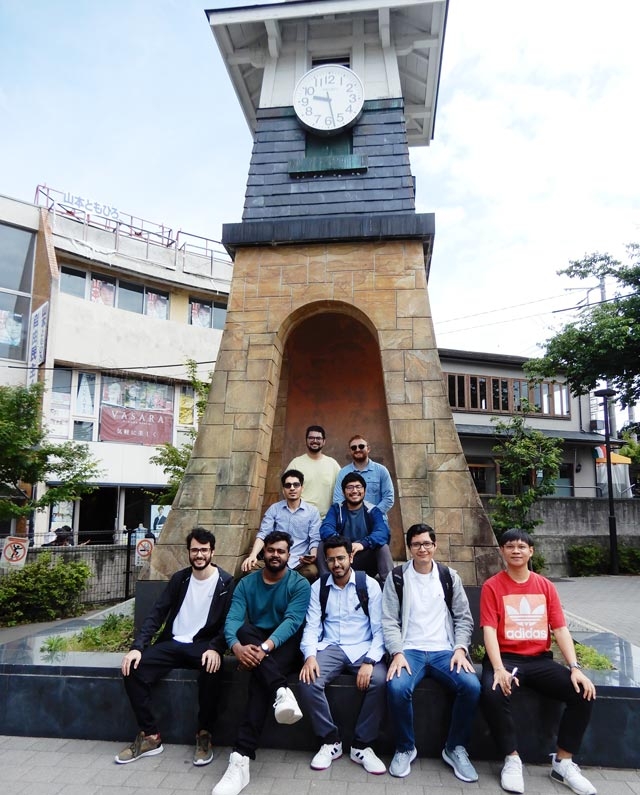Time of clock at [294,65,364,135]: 9:27
